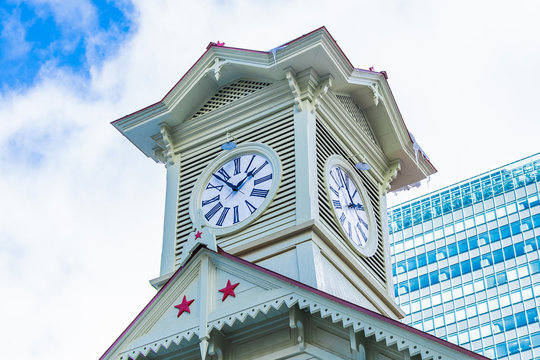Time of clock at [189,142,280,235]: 1:53
